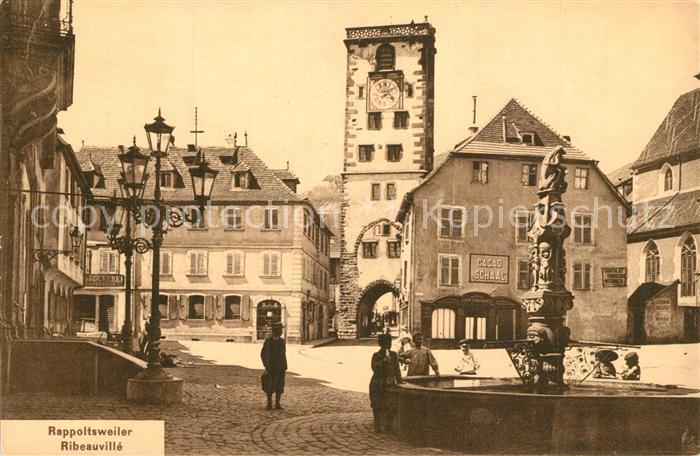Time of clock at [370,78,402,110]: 4:09
